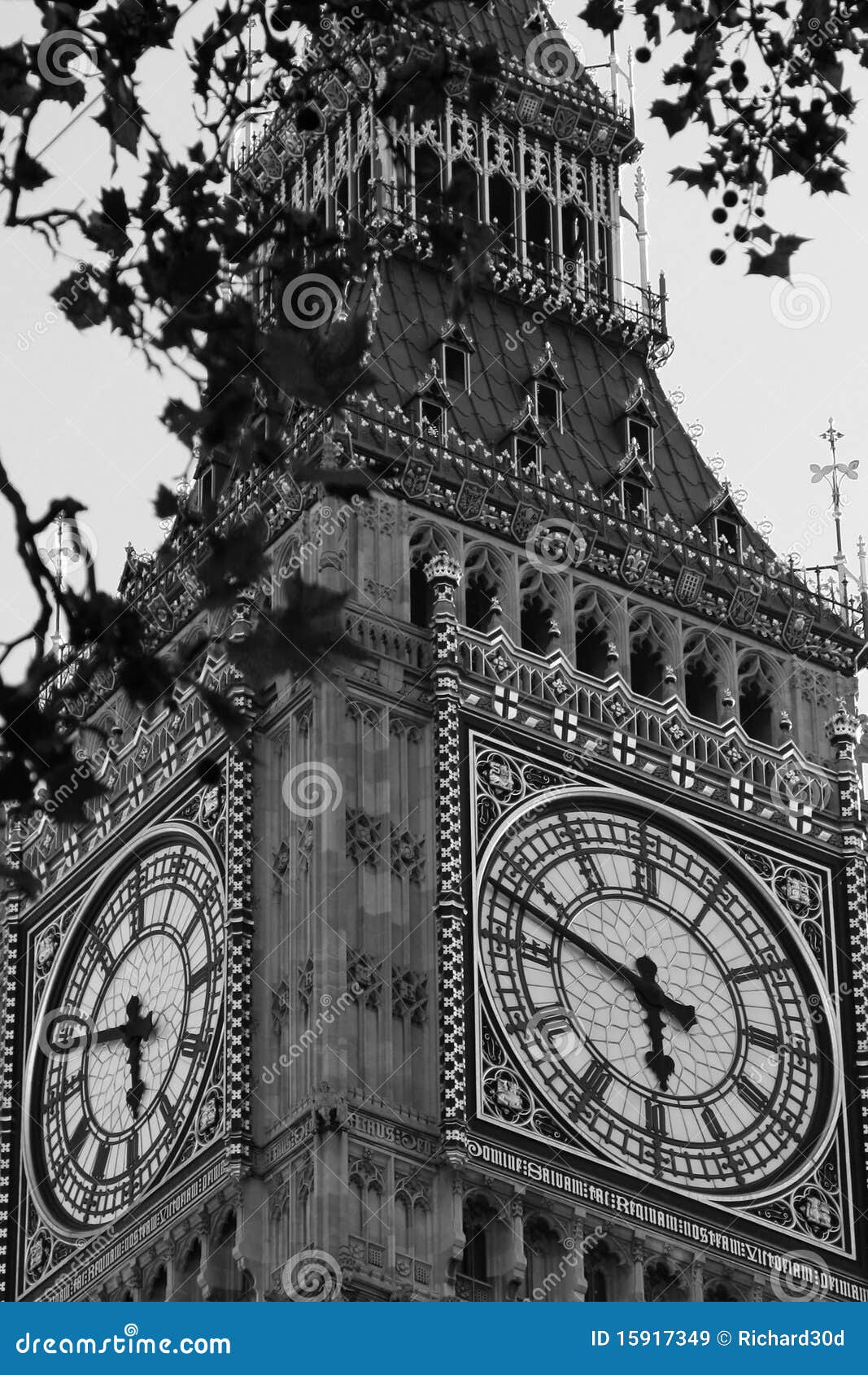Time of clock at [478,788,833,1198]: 5:47
